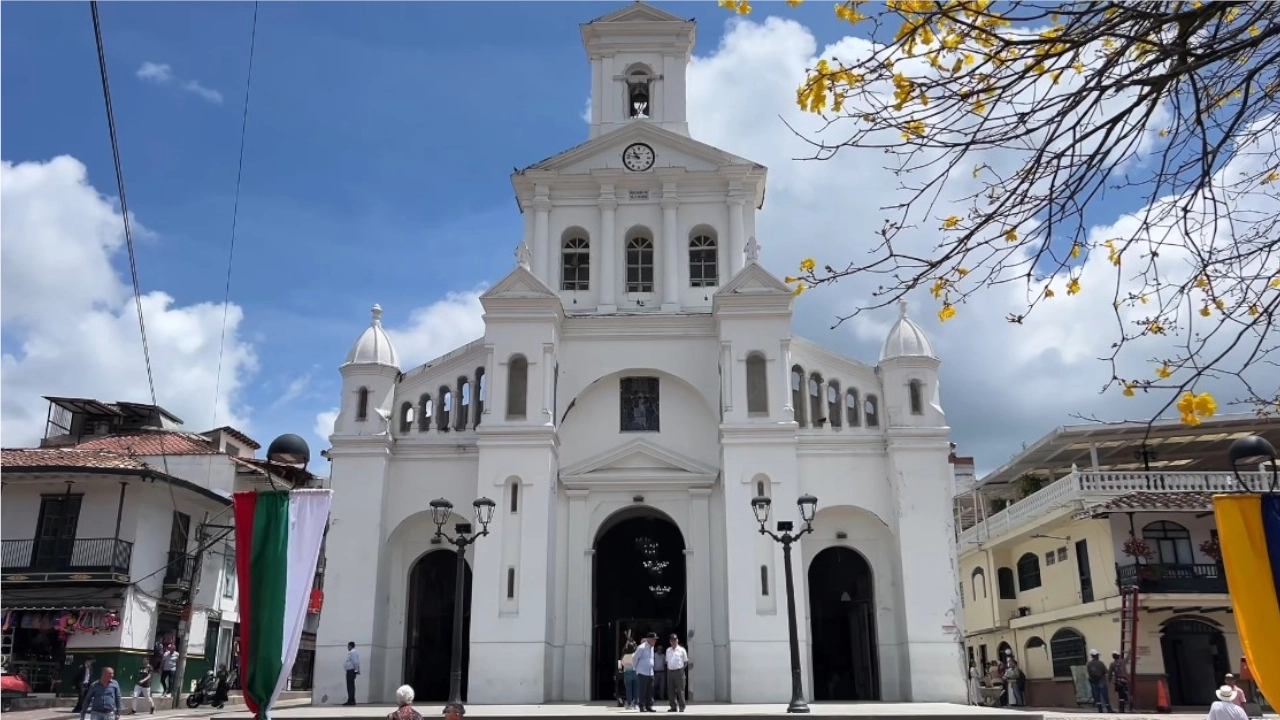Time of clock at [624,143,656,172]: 10:47
